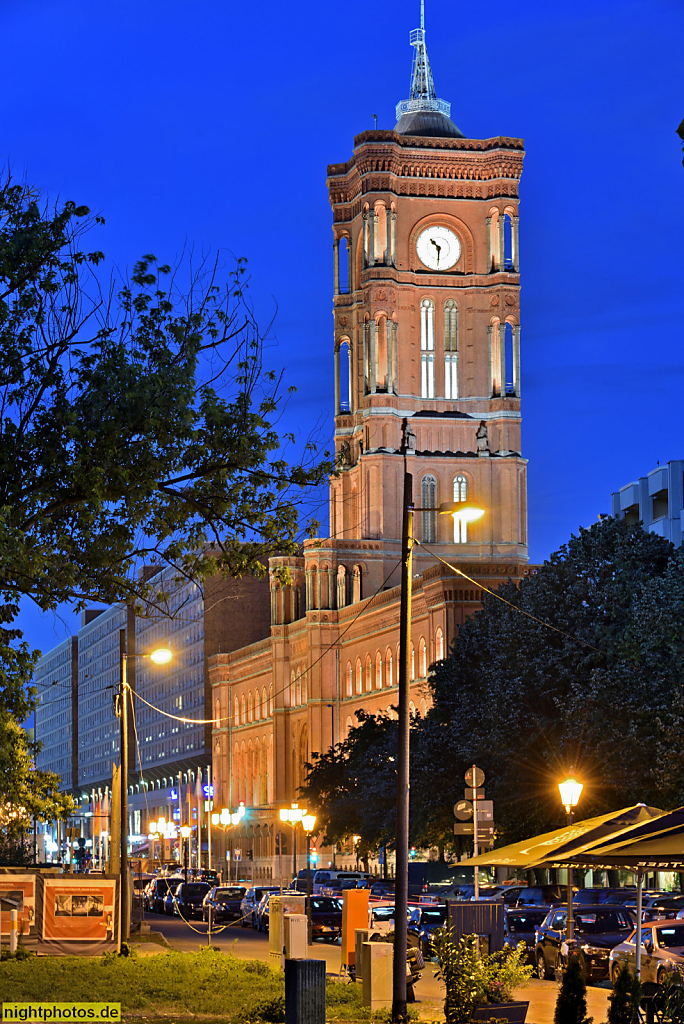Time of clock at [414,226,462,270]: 10:30
